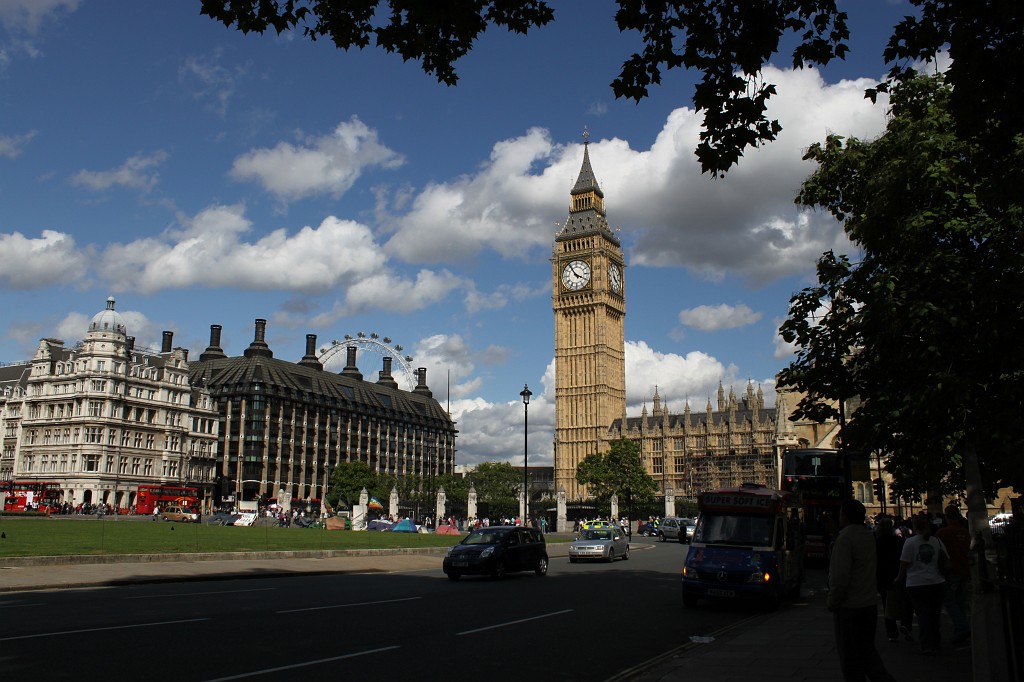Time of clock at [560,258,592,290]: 3:54
